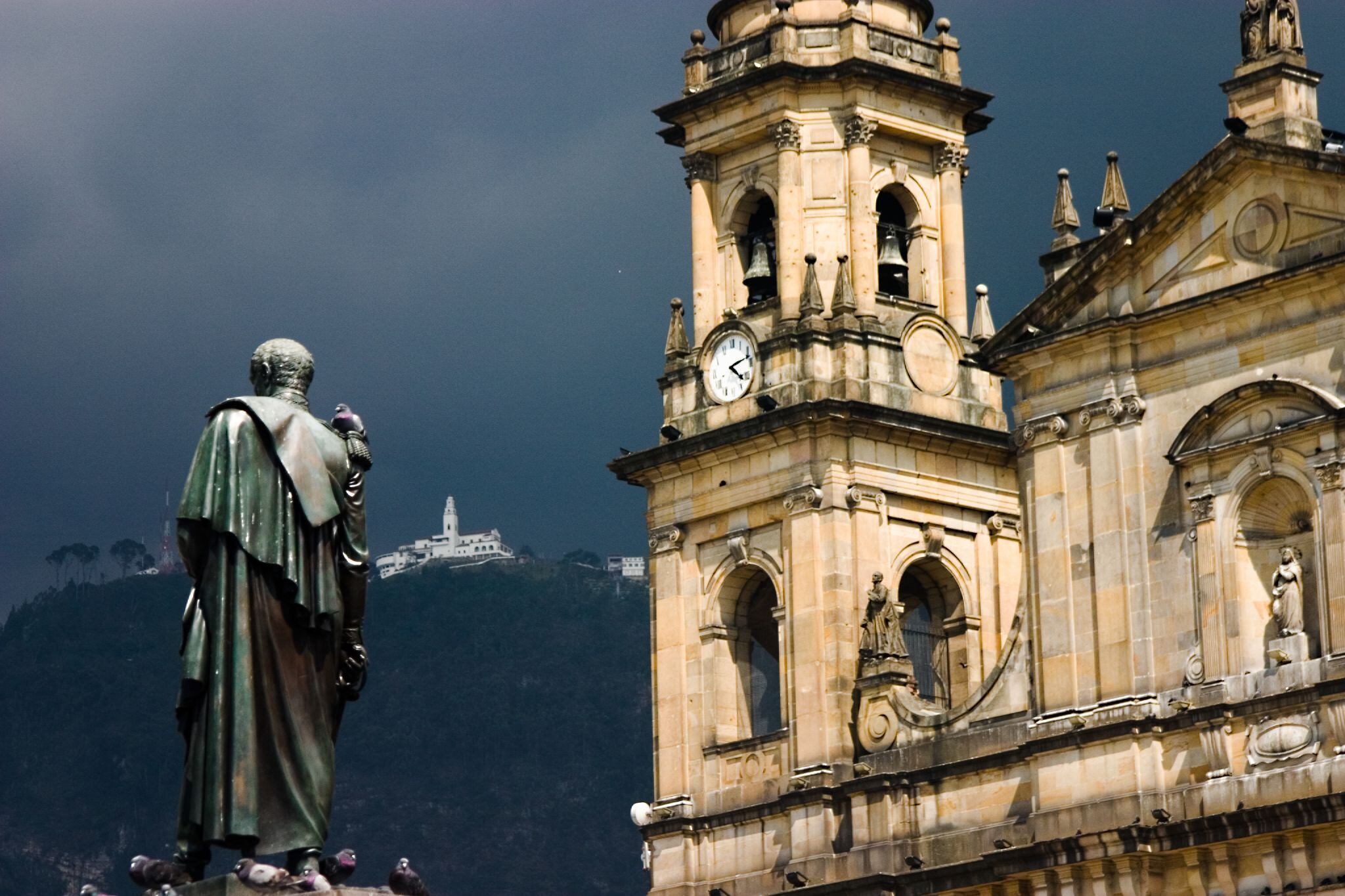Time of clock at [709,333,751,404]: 4:12
